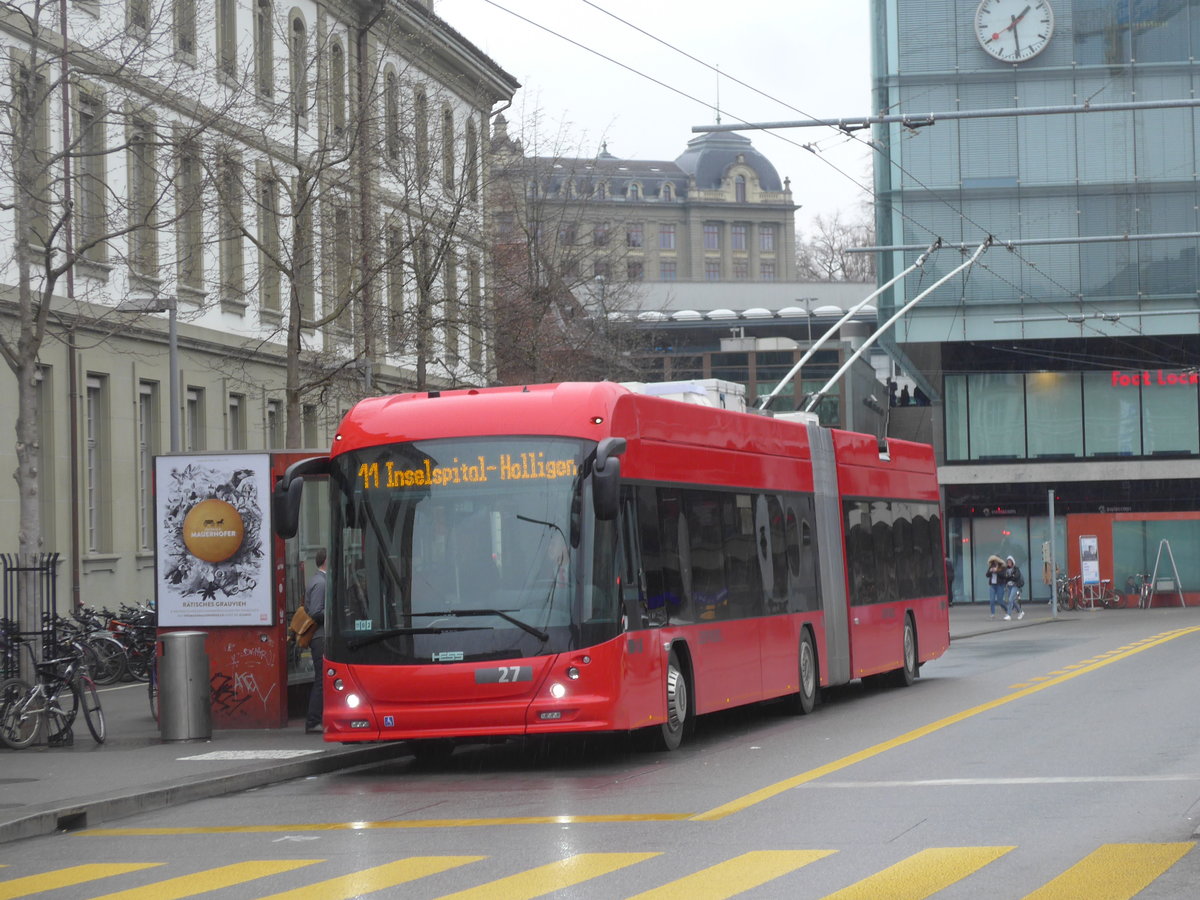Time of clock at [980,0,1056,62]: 1:29
